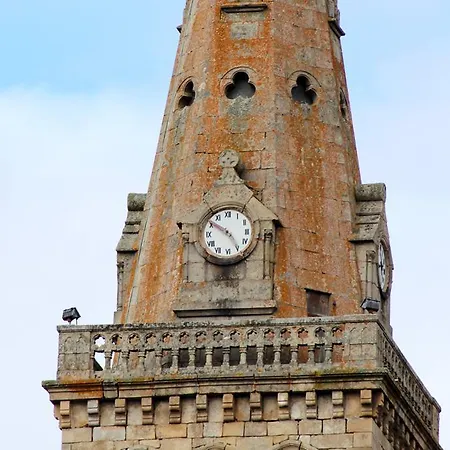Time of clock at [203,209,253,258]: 4:50
